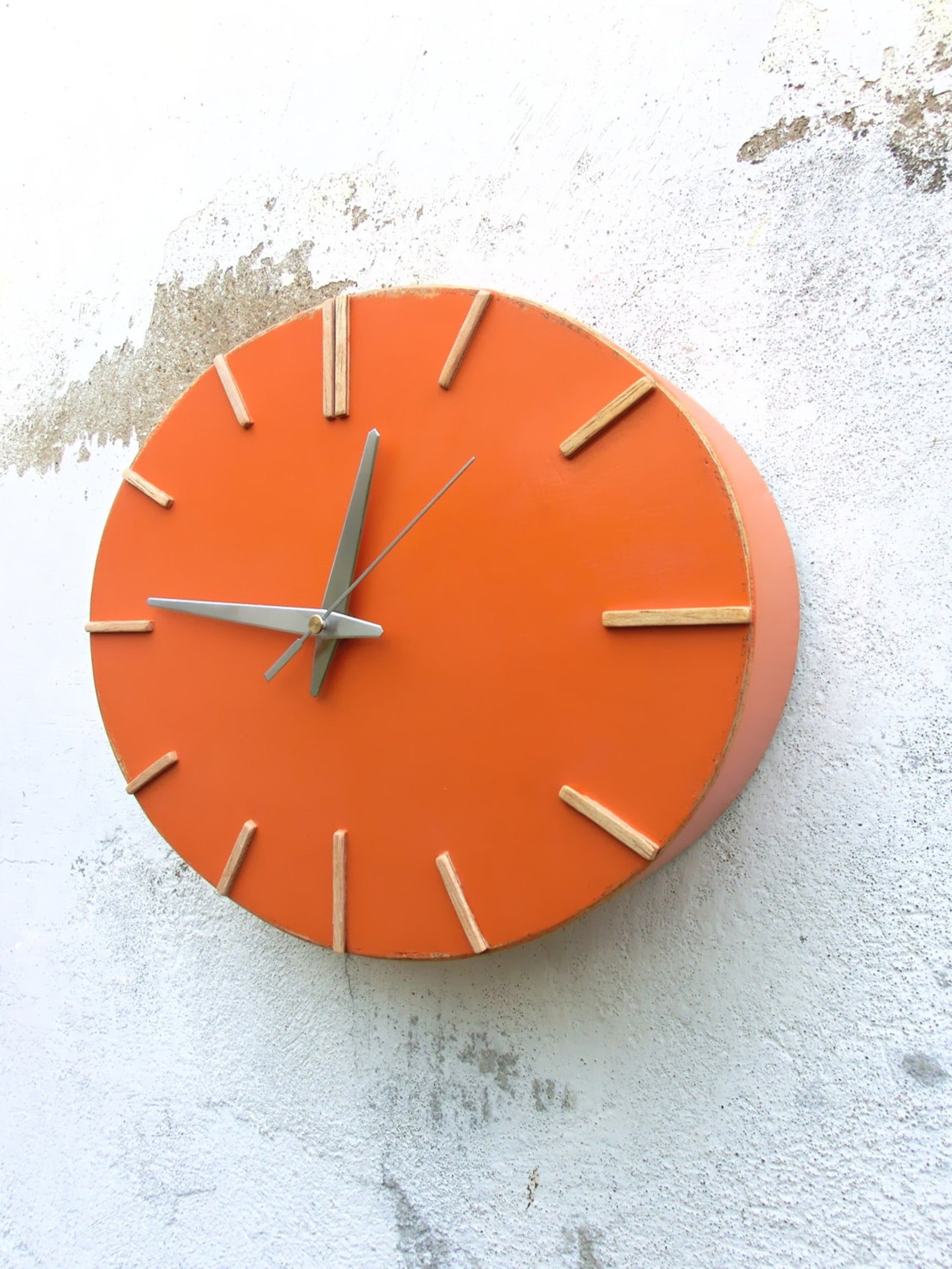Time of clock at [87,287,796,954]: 12:46
